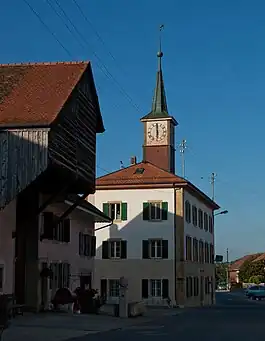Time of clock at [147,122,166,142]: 5:59
